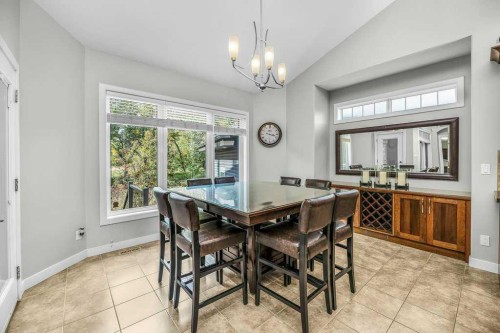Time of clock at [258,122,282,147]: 3:17
